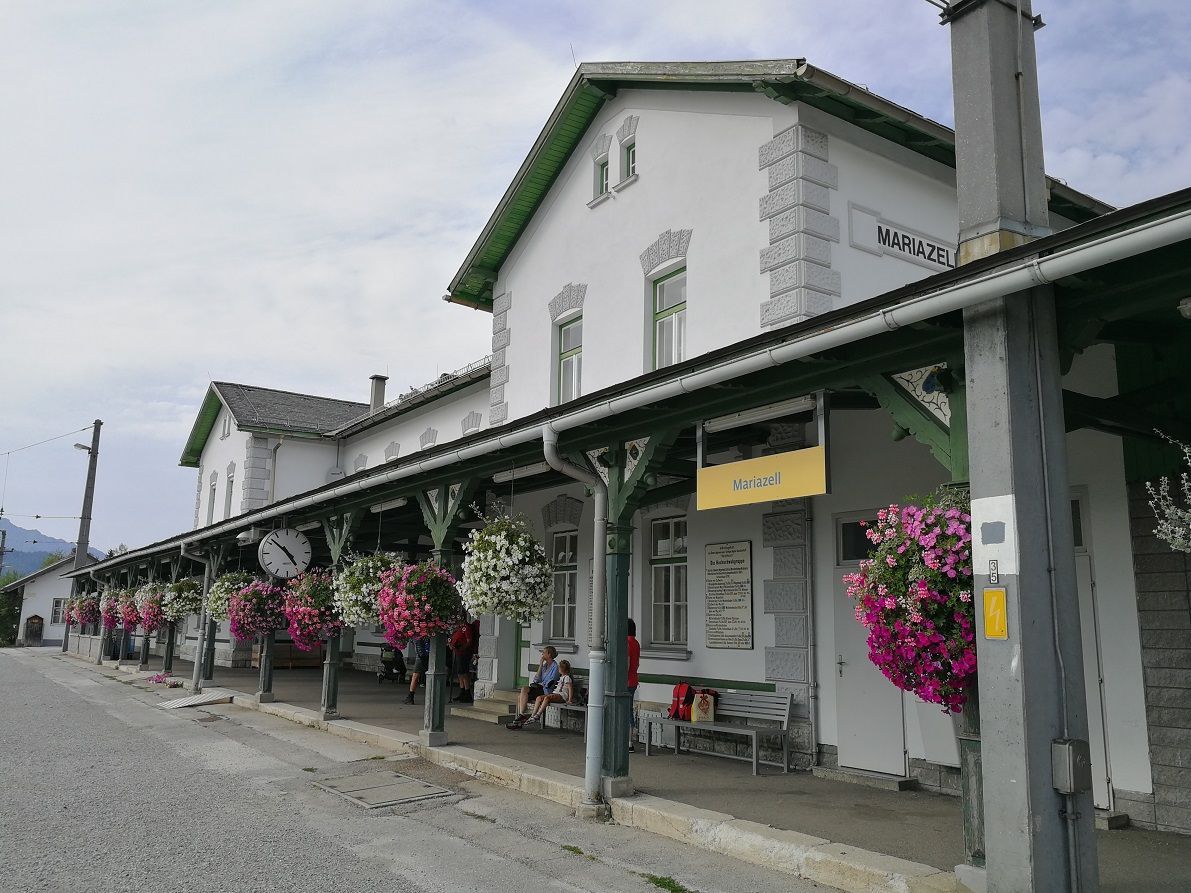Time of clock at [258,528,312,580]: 4:52
